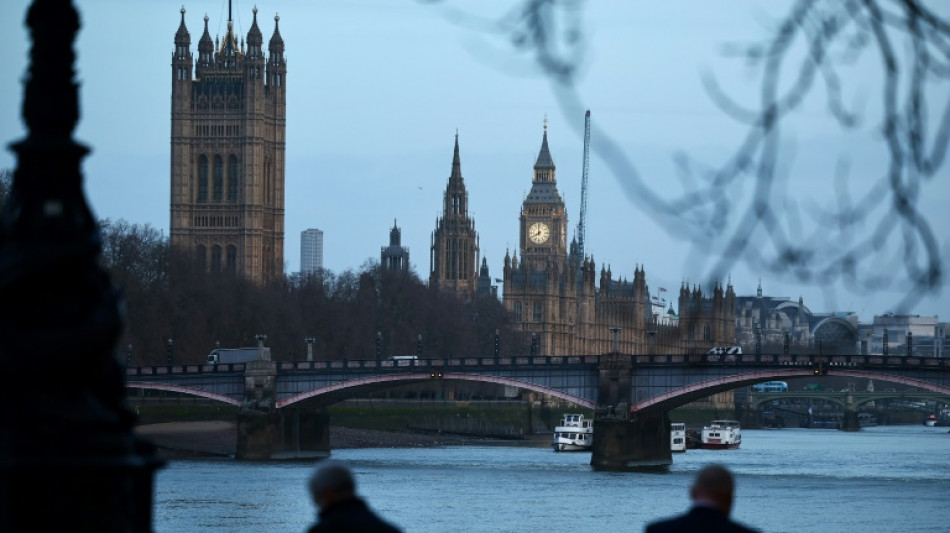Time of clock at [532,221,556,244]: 7:59
